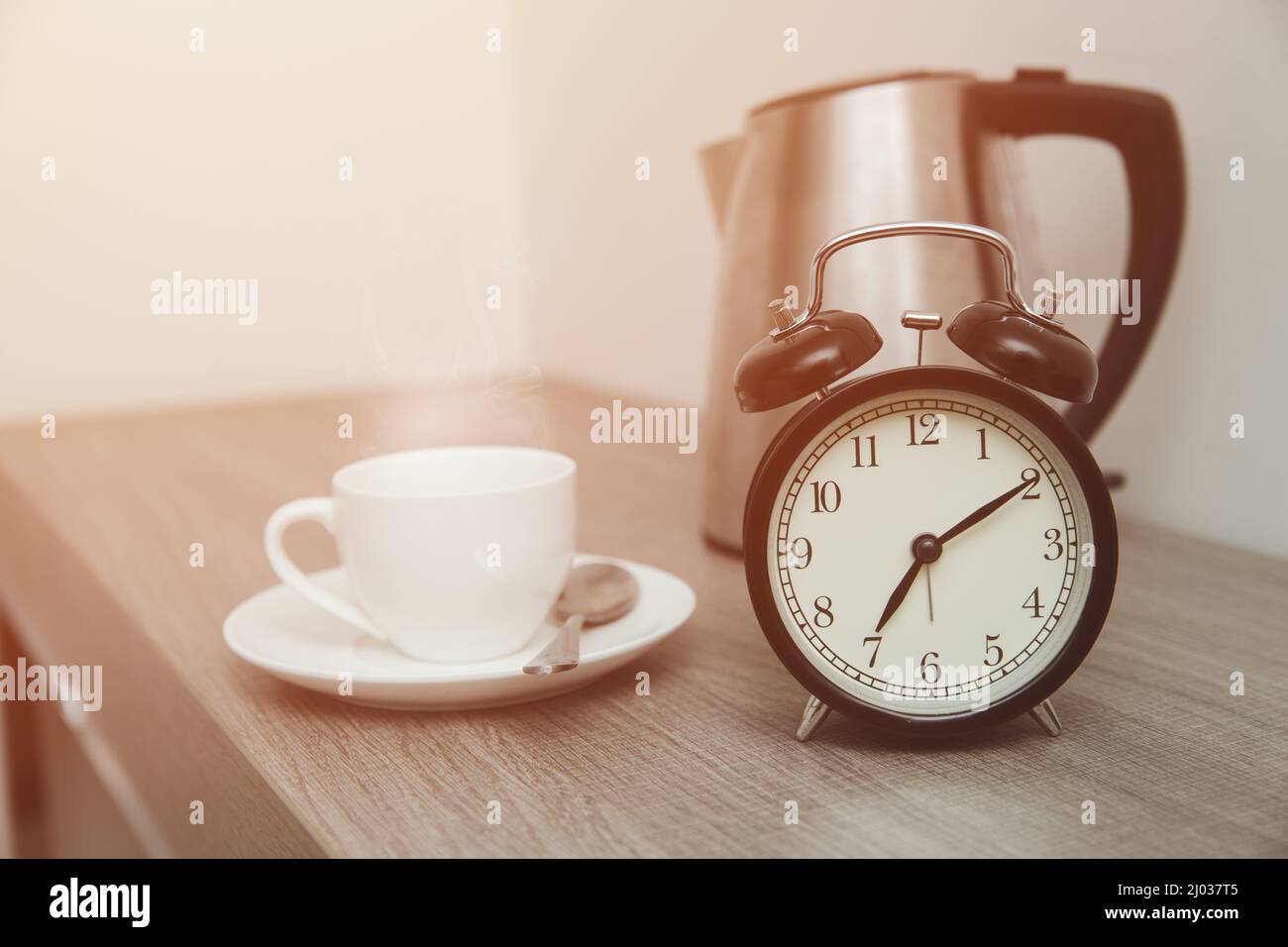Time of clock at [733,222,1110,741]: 7:09
